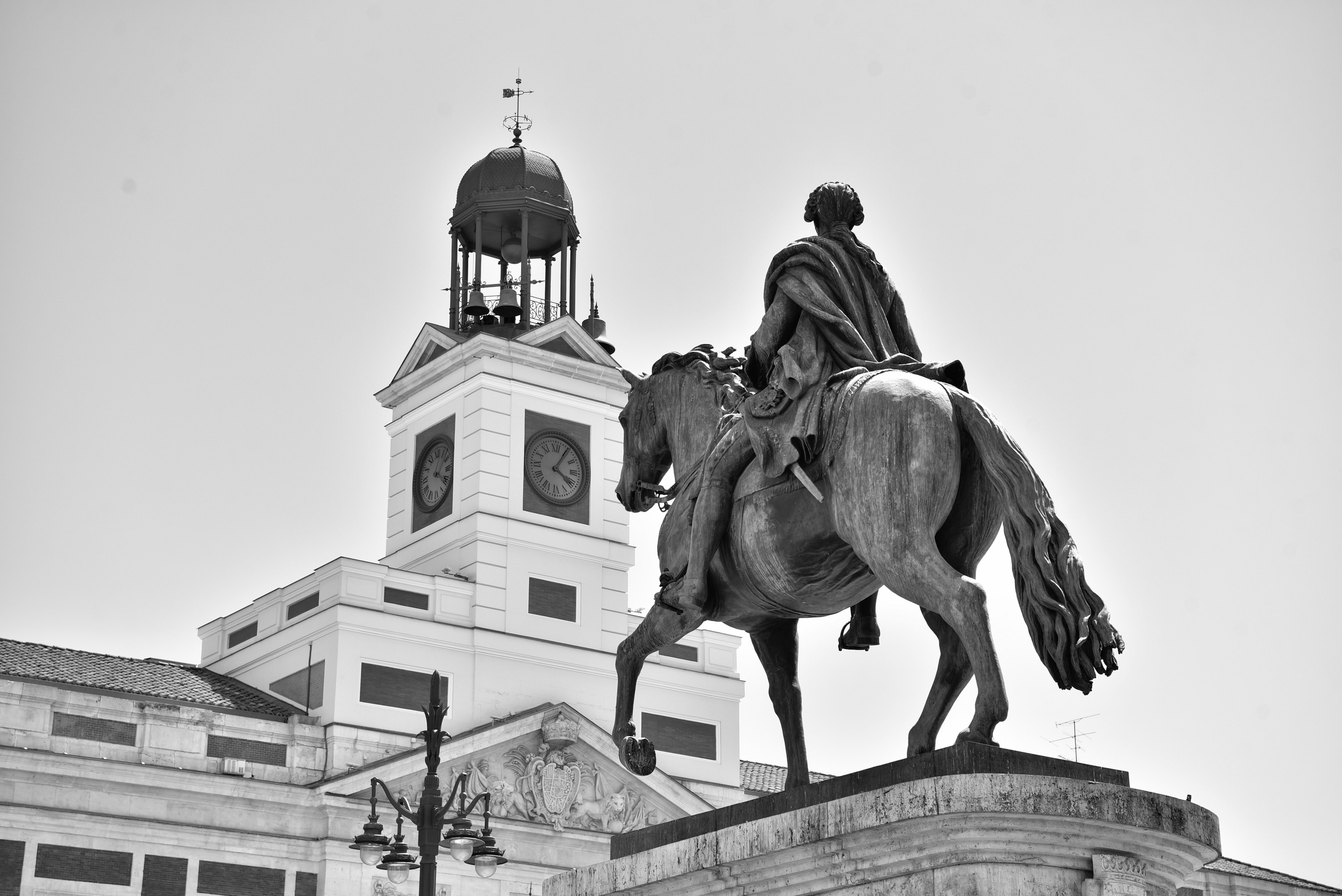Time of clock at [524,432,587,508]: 4:05
